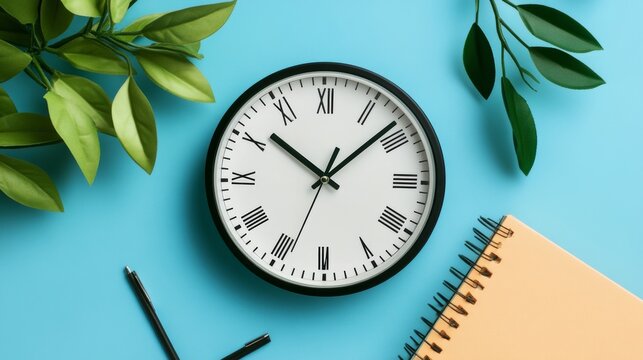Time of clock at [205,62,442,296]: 10:08
